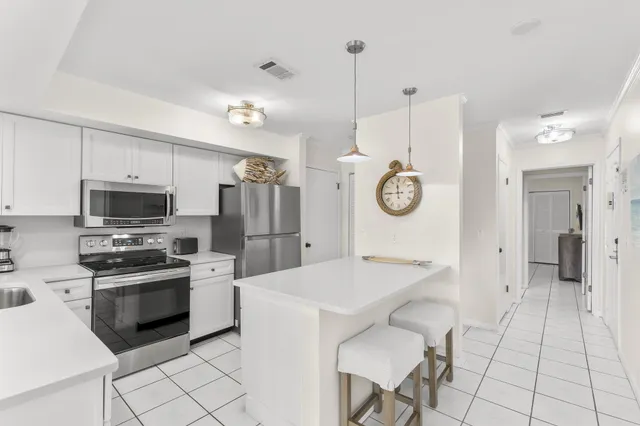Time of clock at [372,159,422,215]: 11:44
